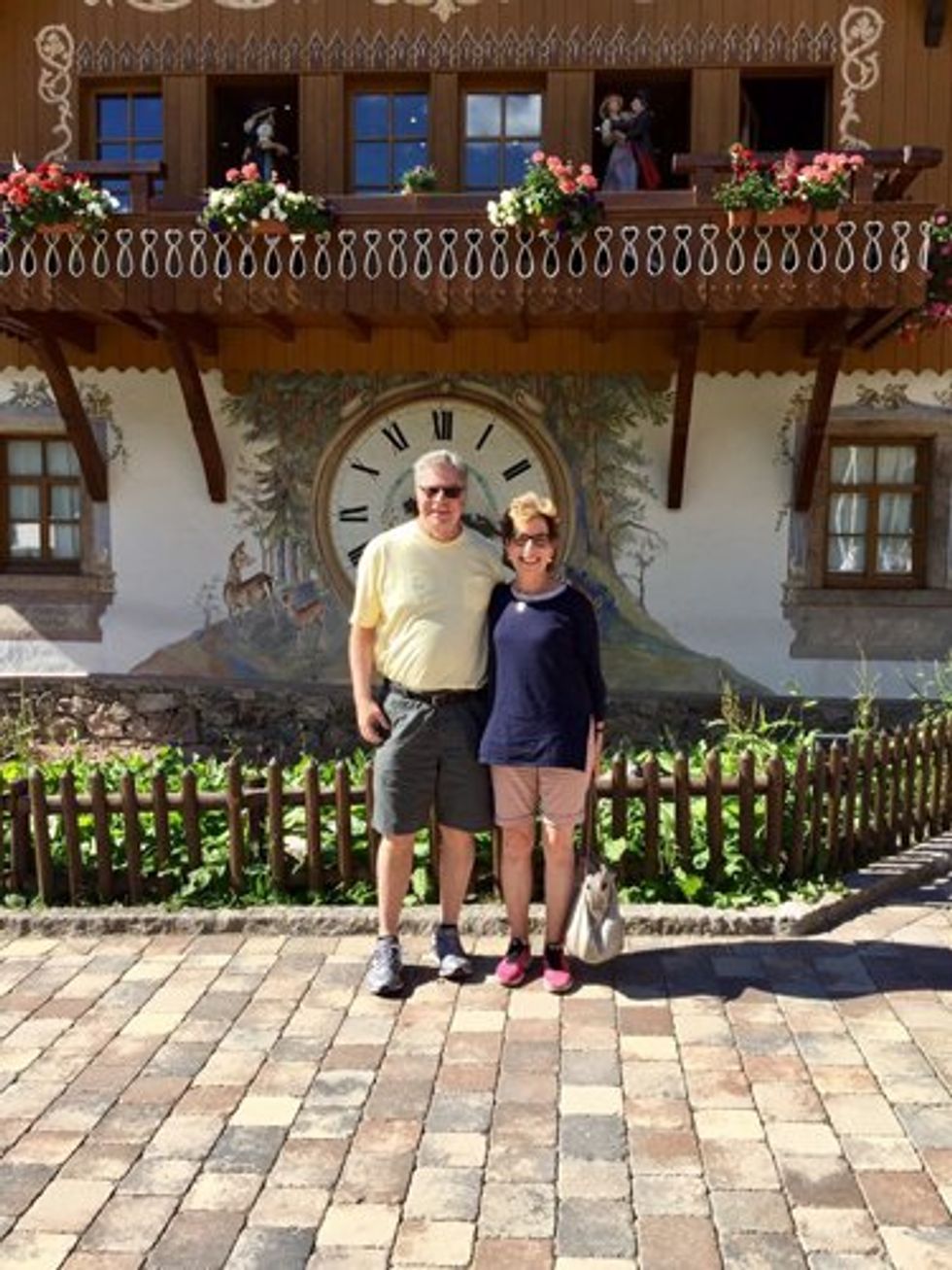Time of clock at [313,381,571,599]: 3:41
